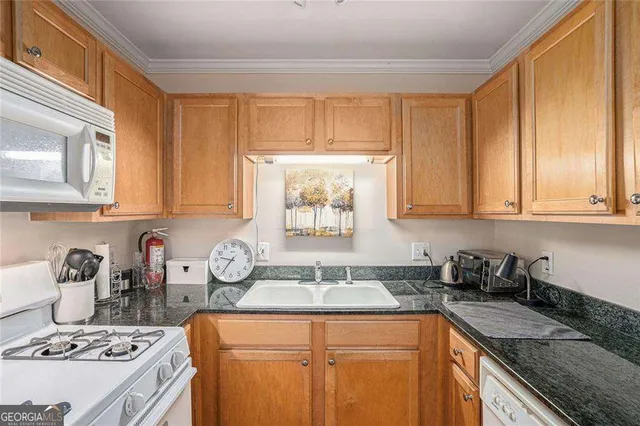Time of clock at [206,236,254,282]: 9:35
